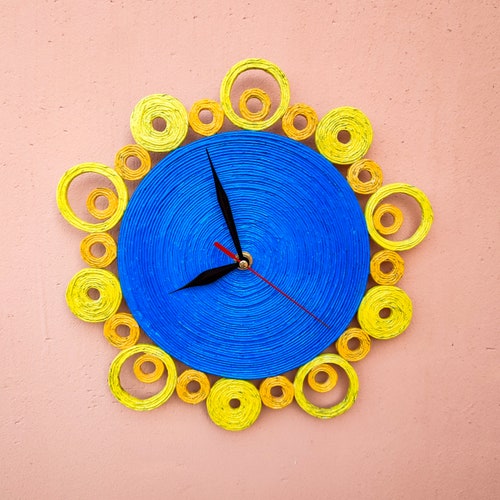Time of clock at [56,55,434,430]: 7:57
